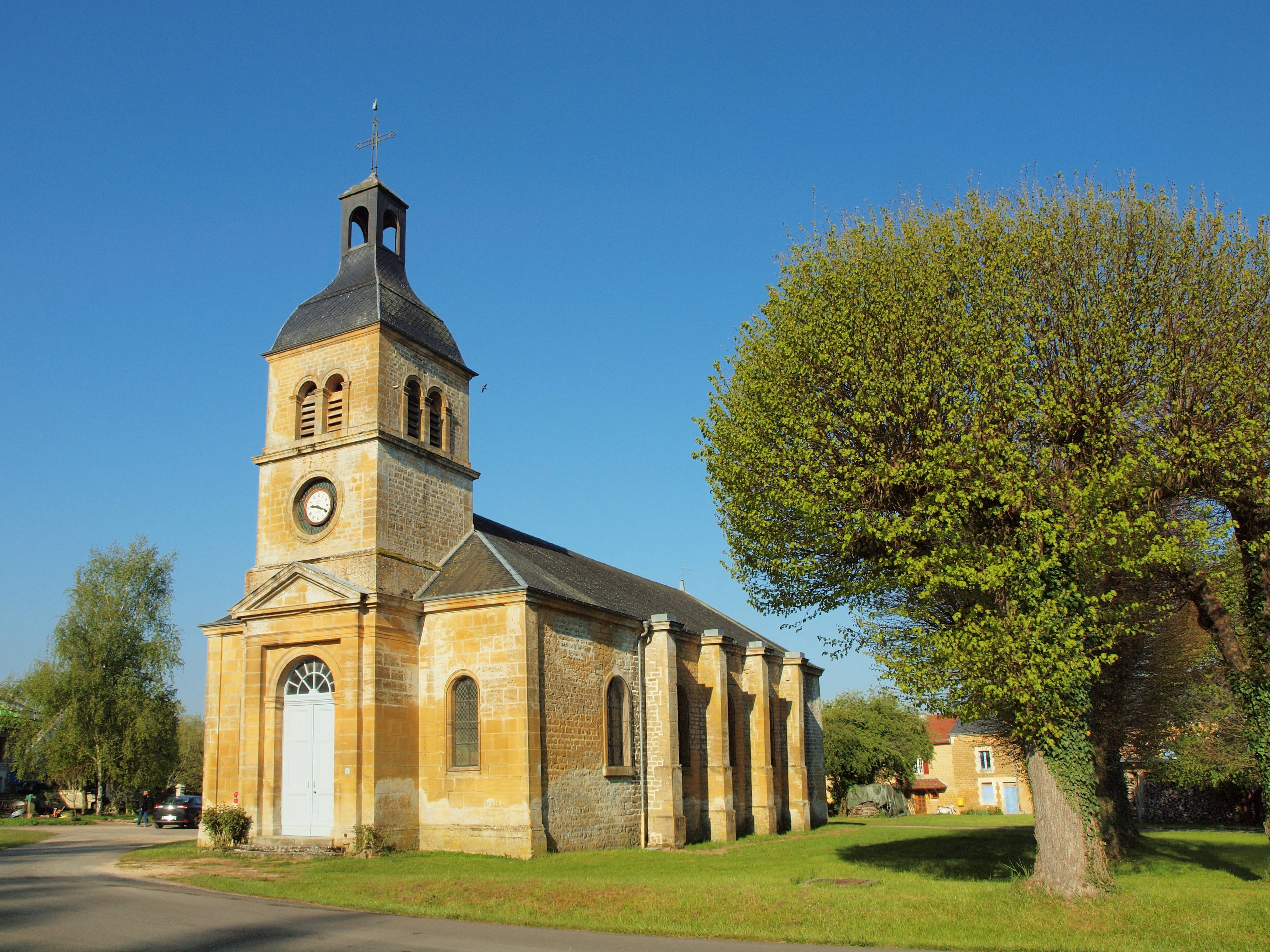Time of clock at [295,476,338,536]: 9:19
